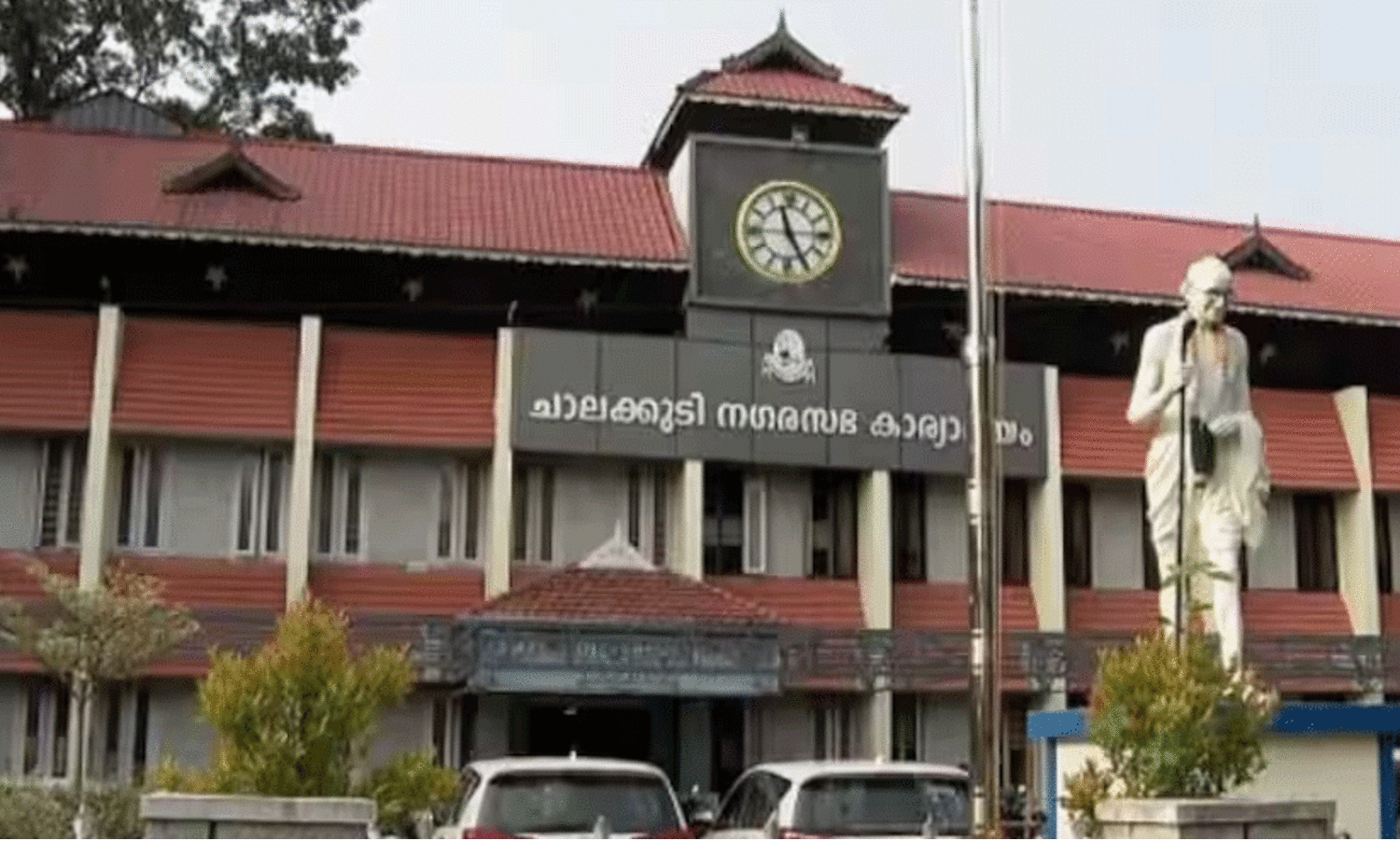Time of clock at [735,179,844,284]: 11:25
